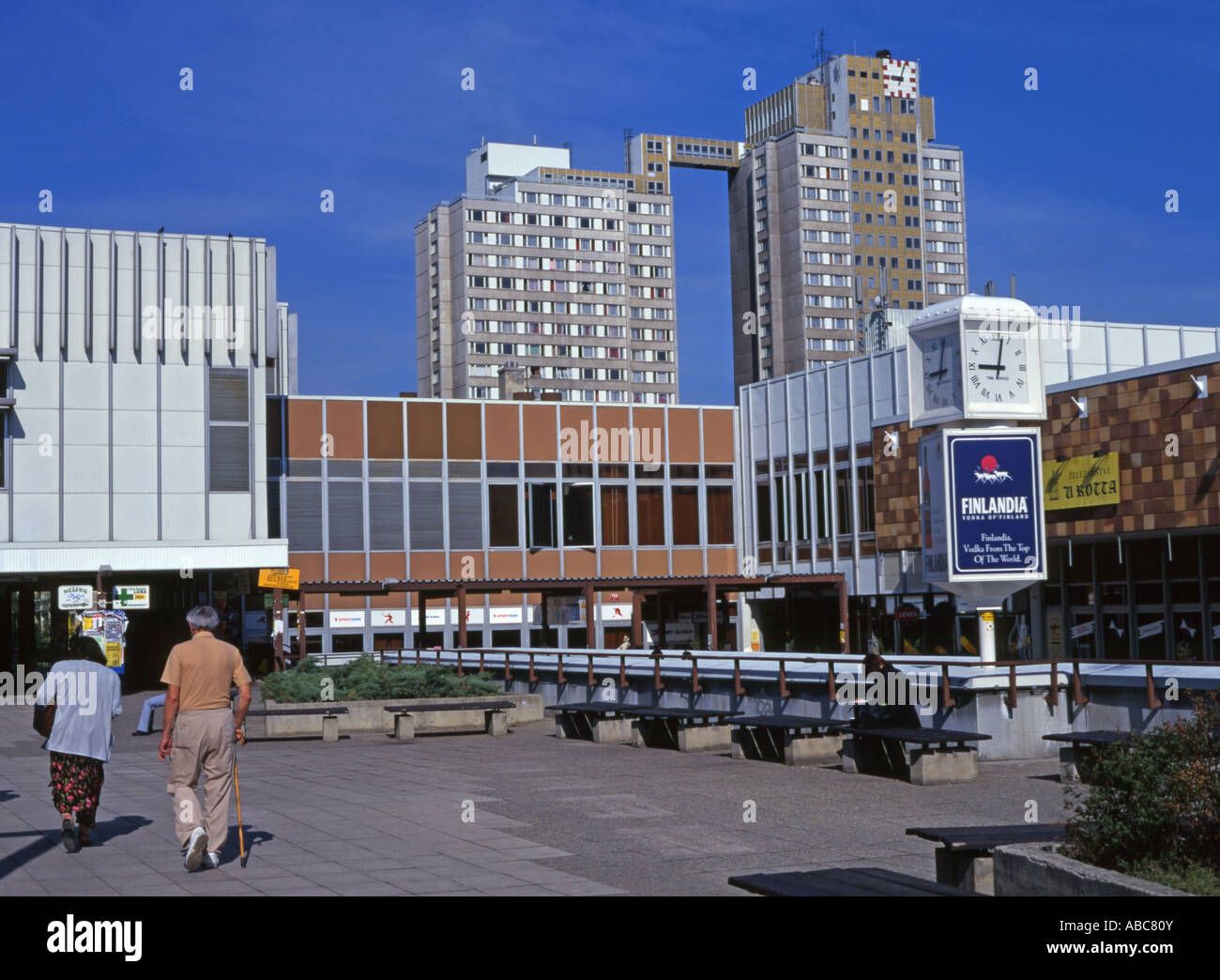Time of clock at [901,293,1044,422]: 9:01
